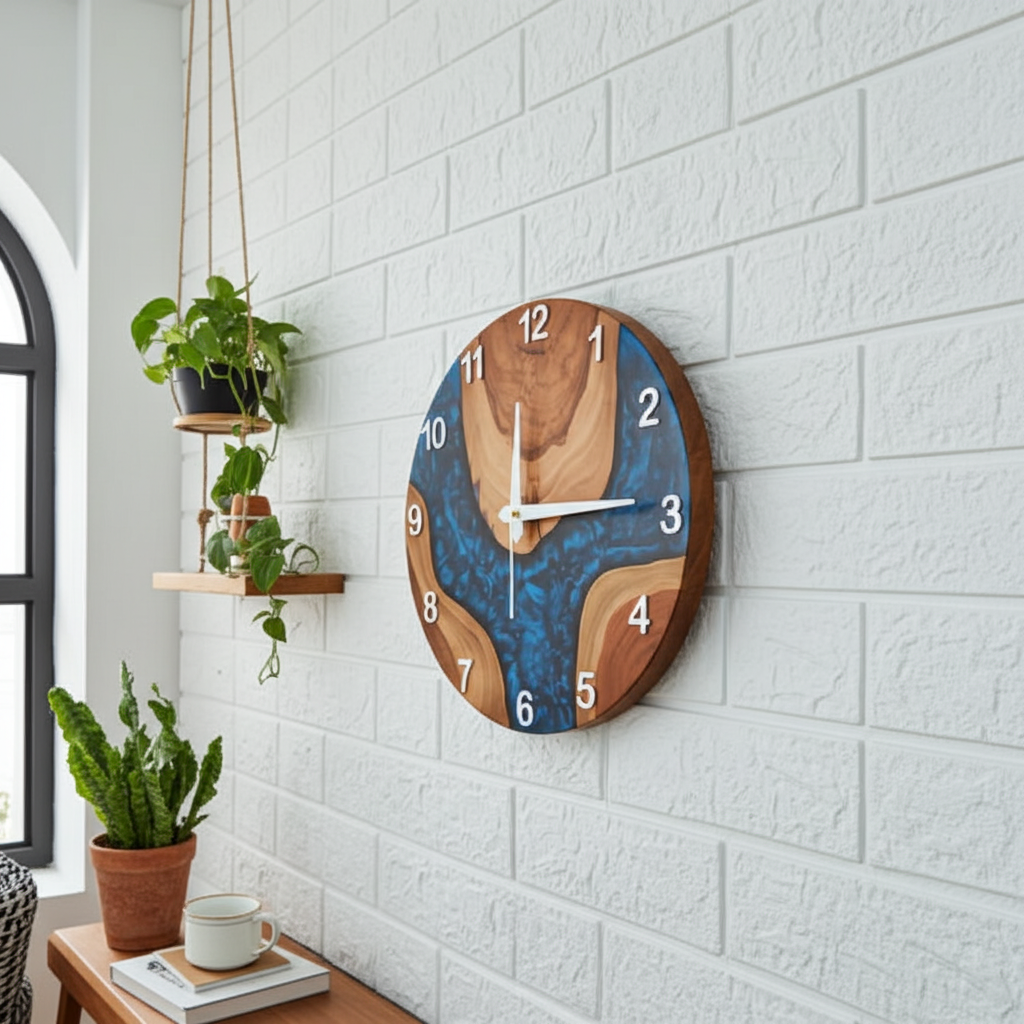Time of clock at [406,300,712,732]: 12:14
